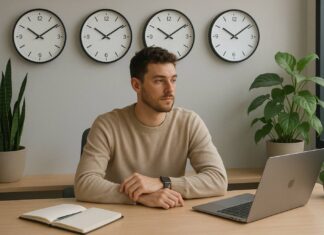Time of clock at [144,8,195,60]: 10:09
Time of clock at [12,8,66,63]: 10:09
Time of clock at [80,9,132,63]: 10:09
